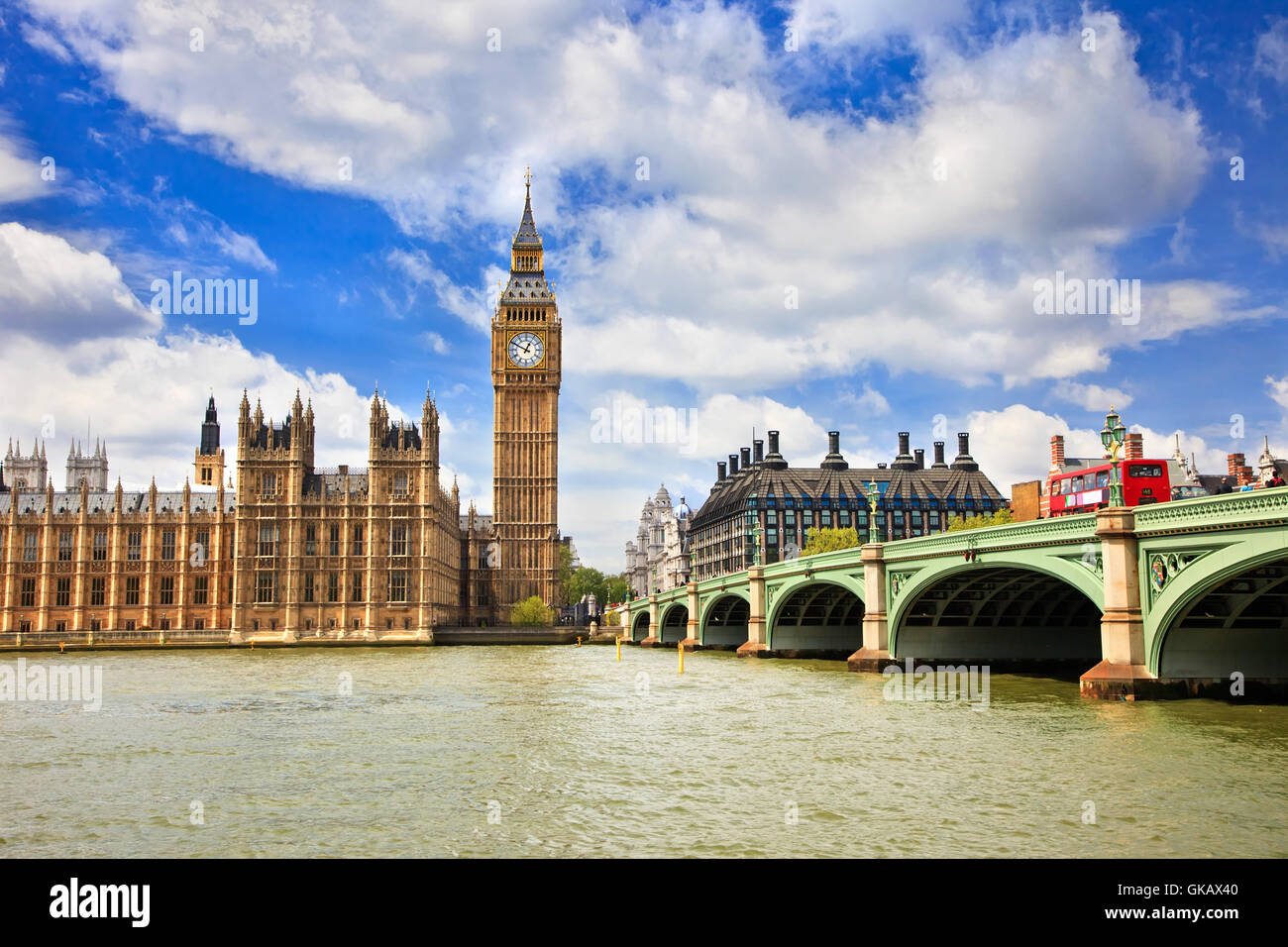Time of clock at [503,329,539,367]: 12:49
